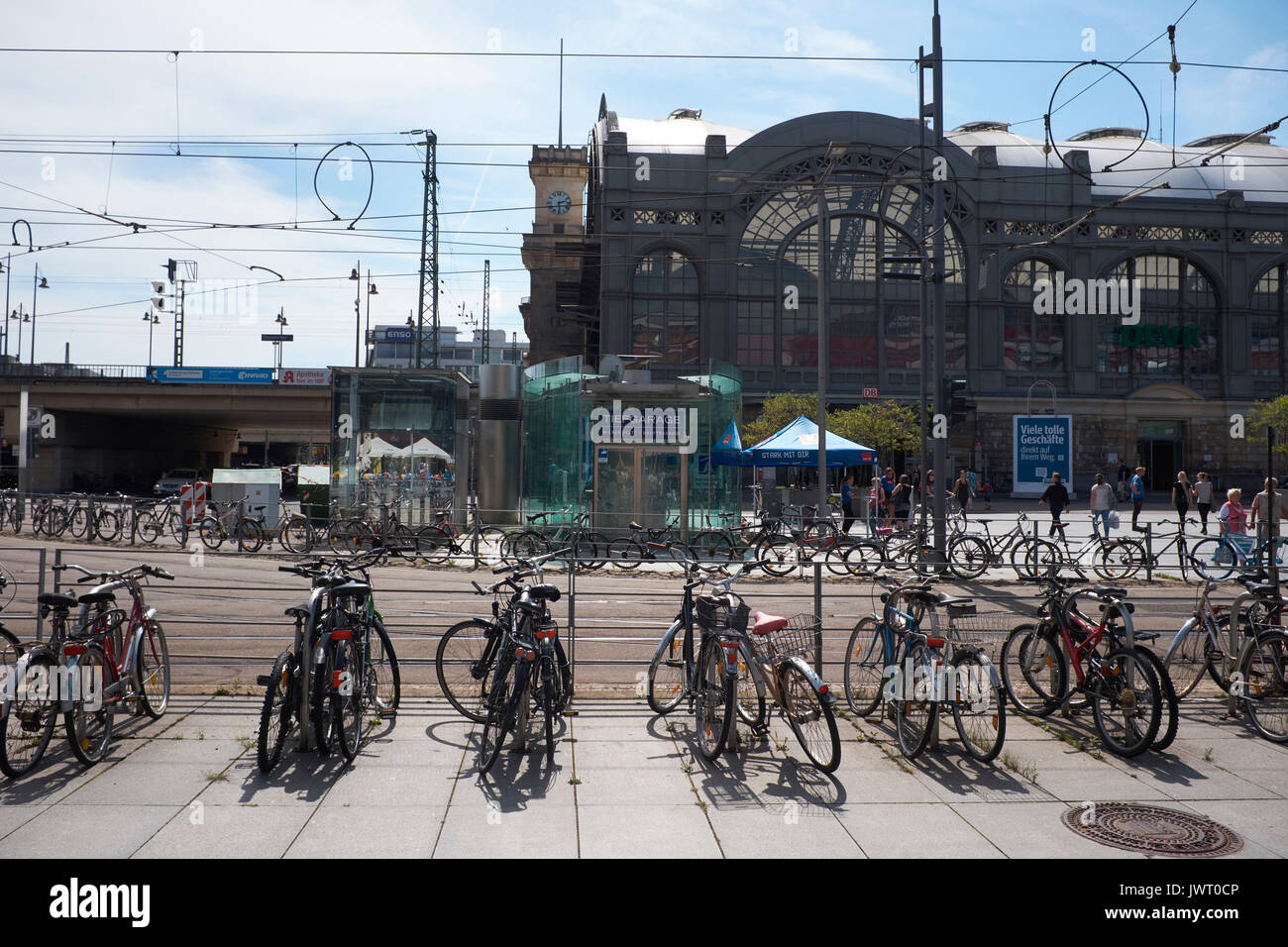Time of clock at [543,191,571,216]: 2:29
